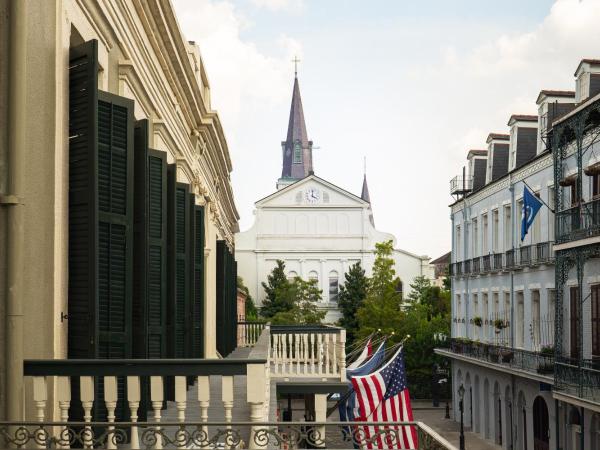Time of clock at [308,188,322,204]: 4:01
